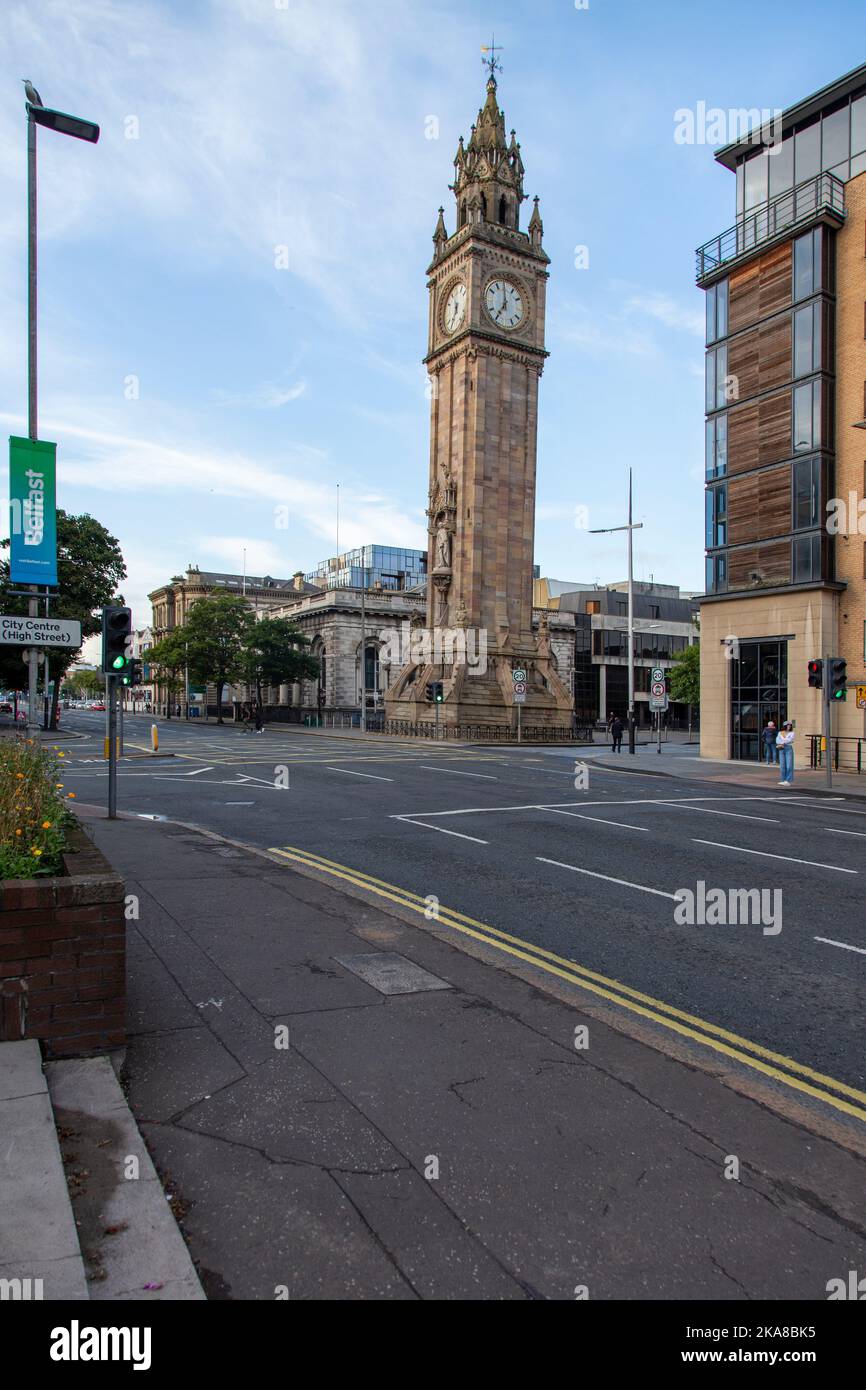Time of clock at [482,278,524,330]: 6:59
